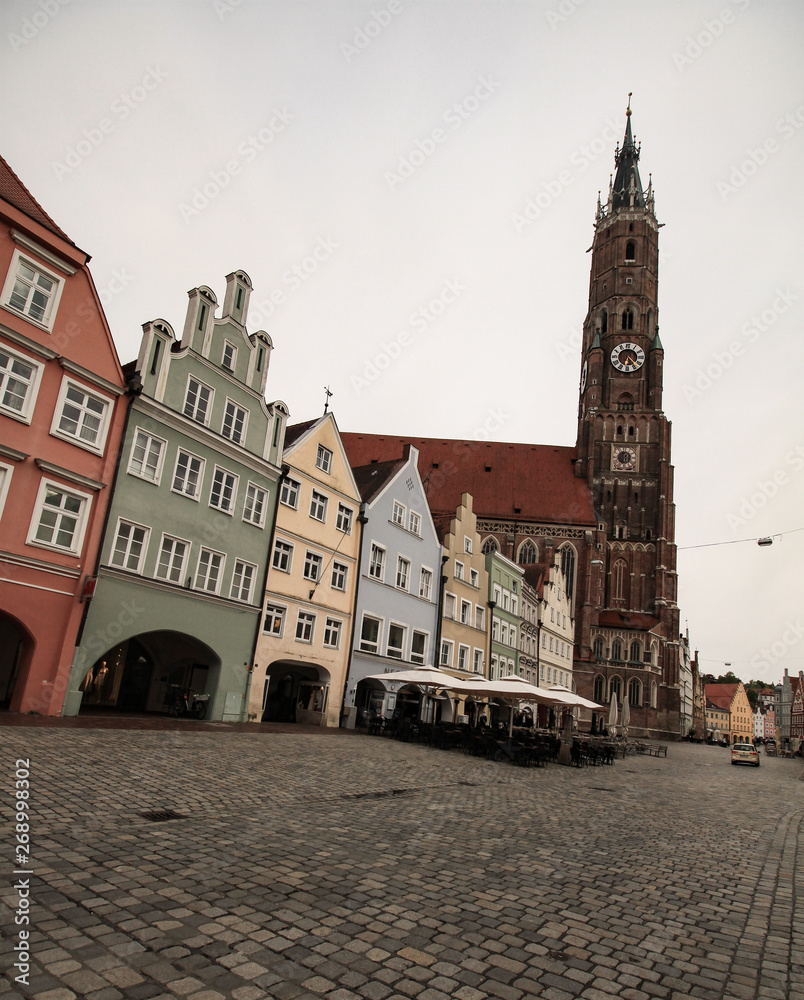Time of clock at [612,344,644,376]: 6:23
